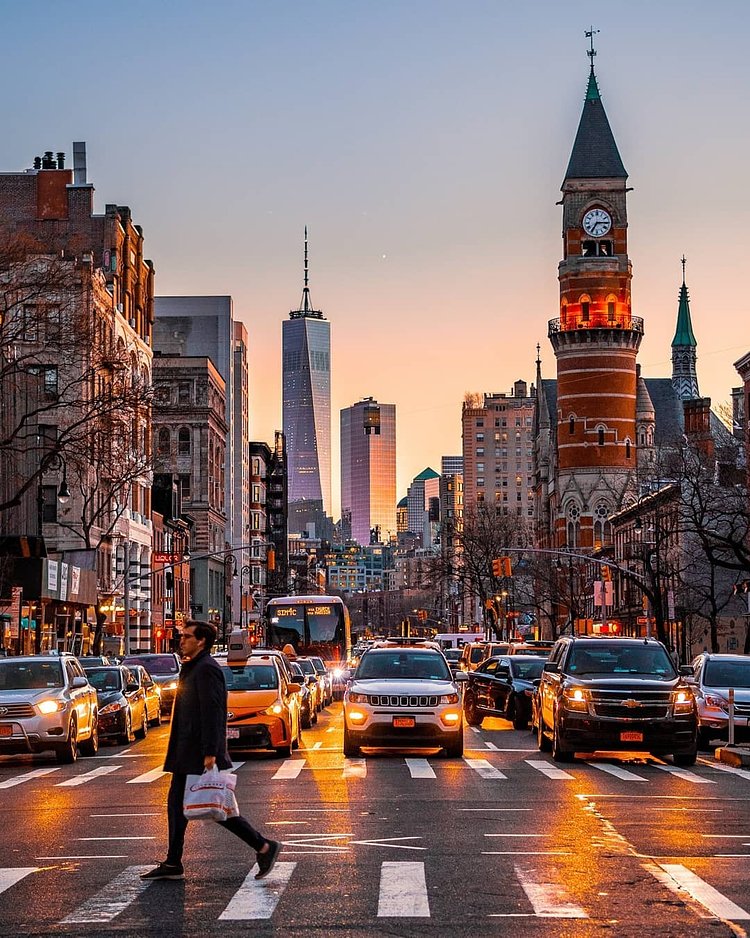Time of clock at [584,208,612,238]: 7:15
